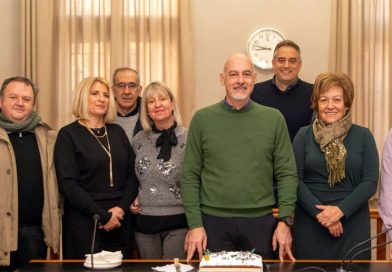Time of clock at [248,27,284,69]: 8:47
